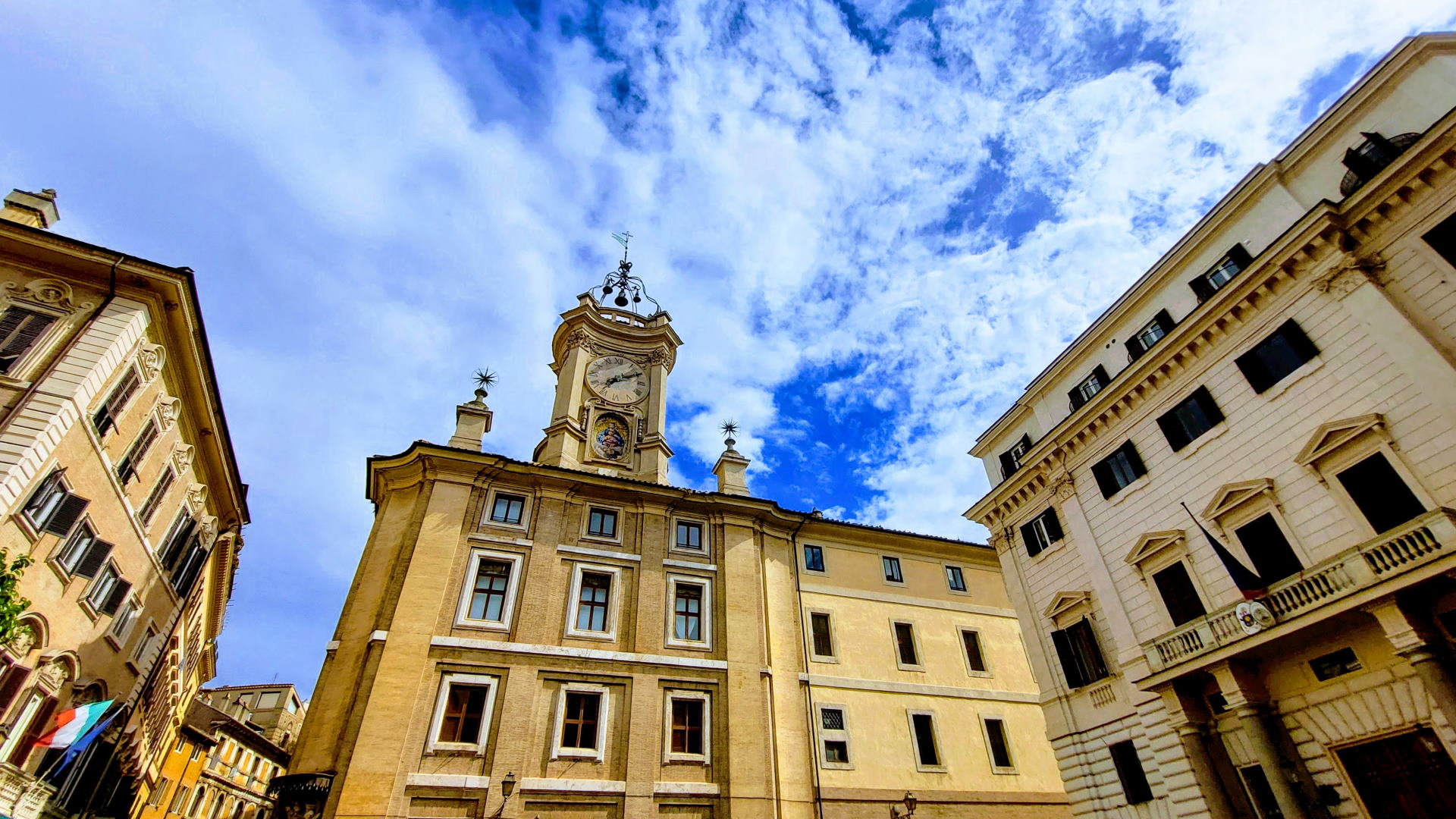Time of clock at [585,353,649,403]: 7:10
